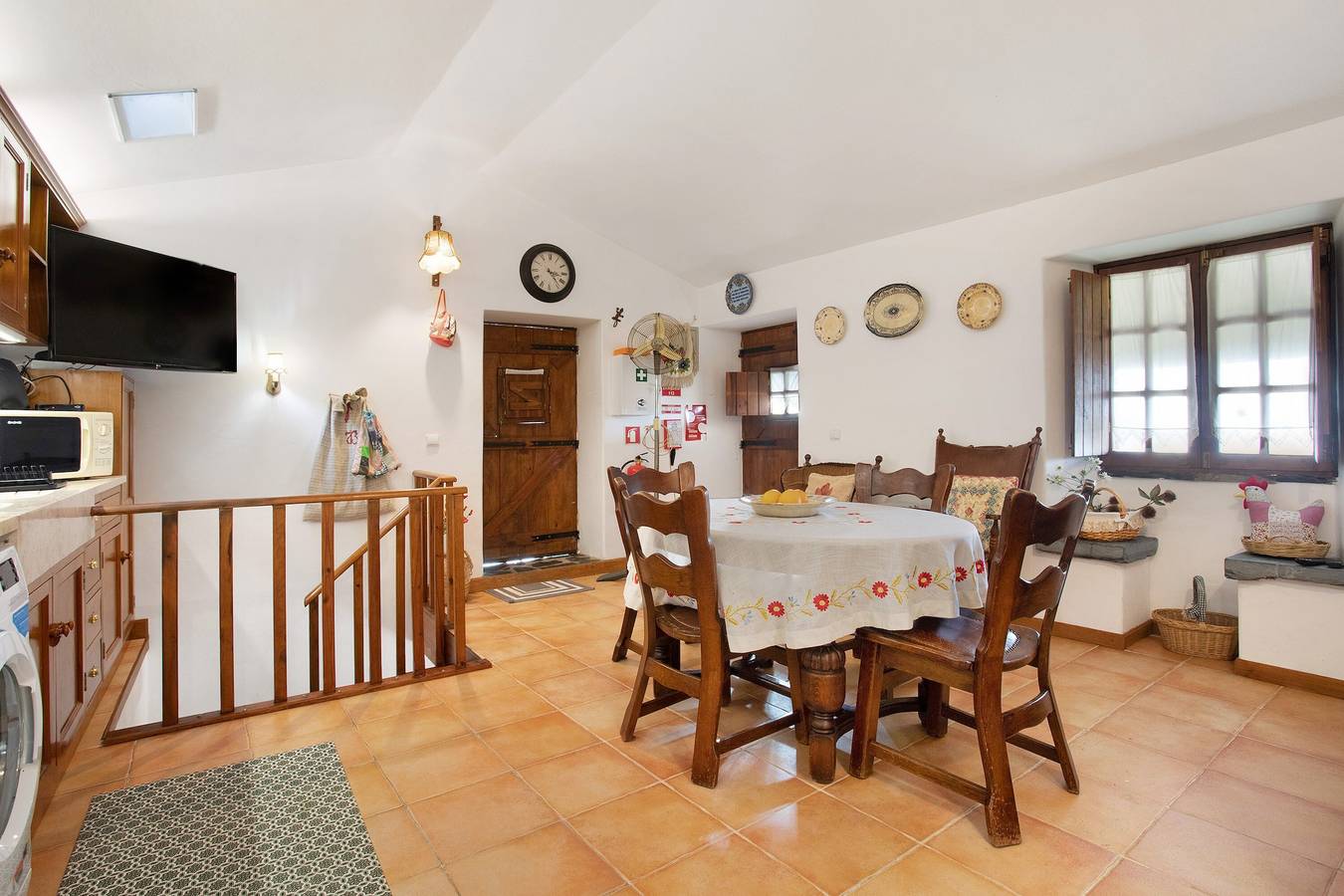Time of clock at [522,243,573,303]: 3:22
